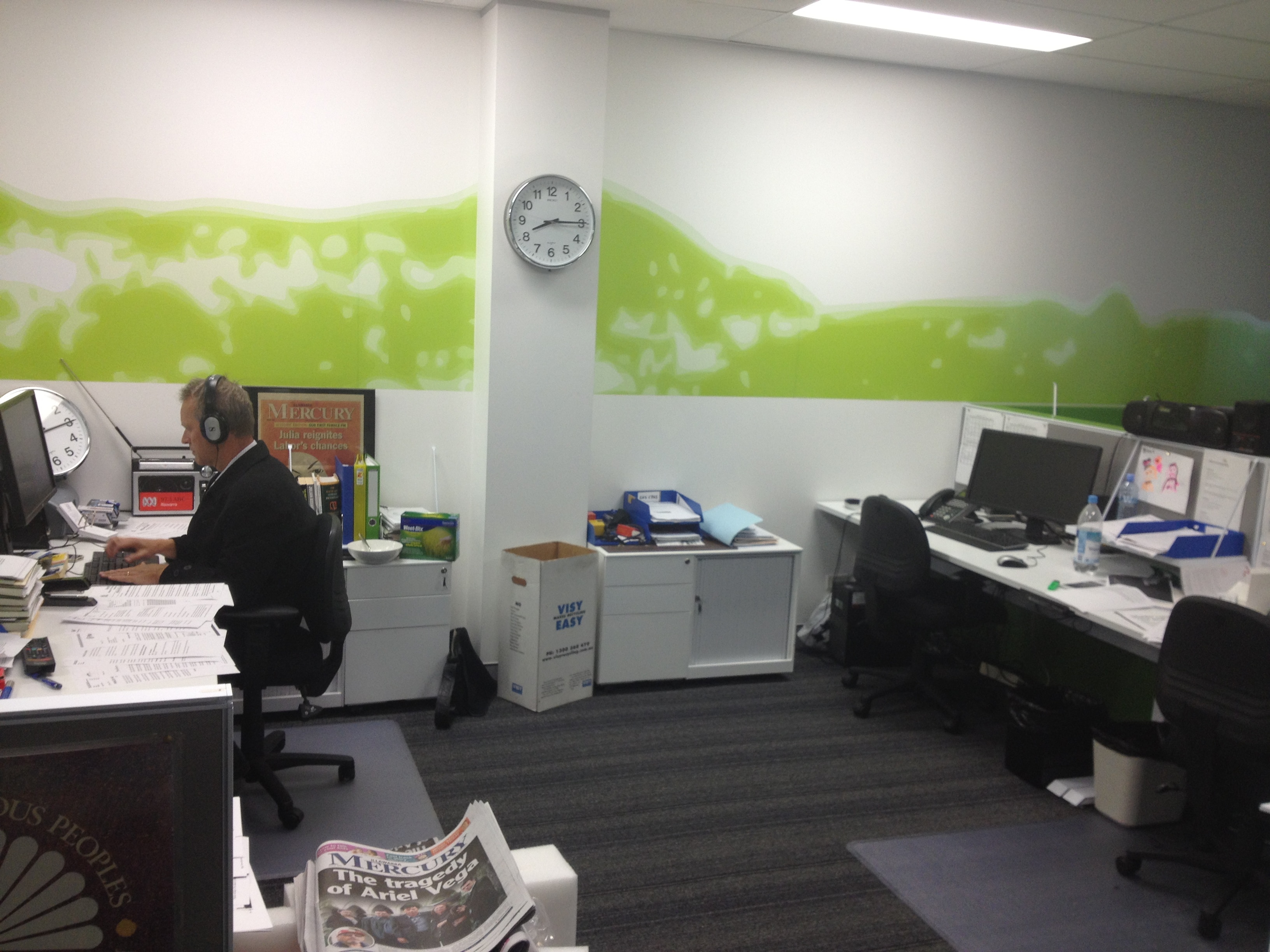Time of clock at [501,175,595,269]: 8:14
